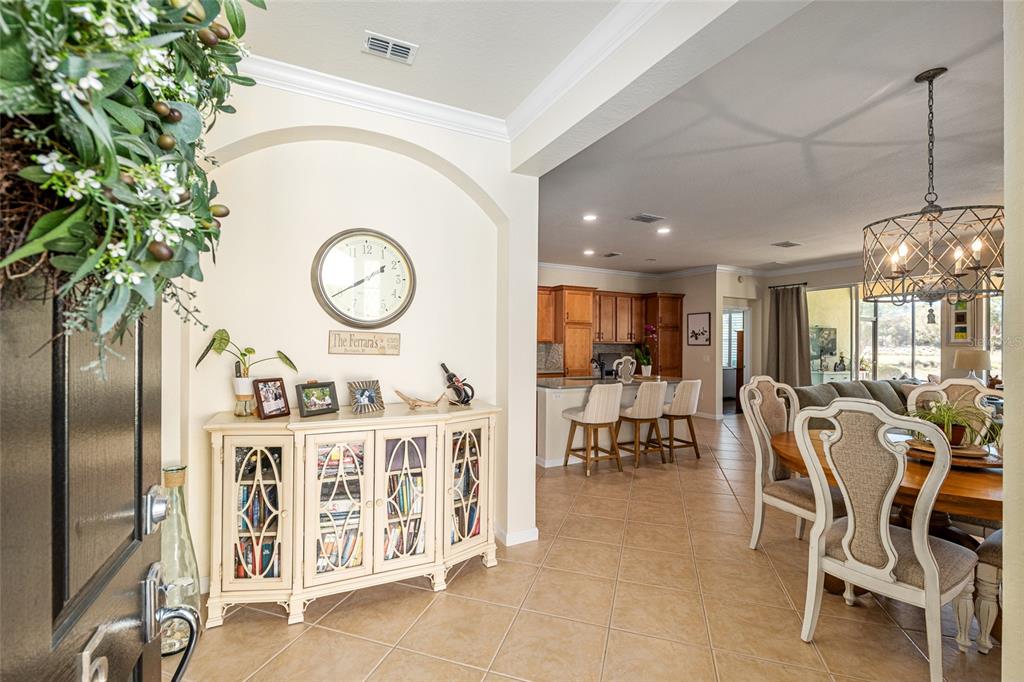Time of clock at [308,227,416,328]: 1:40
